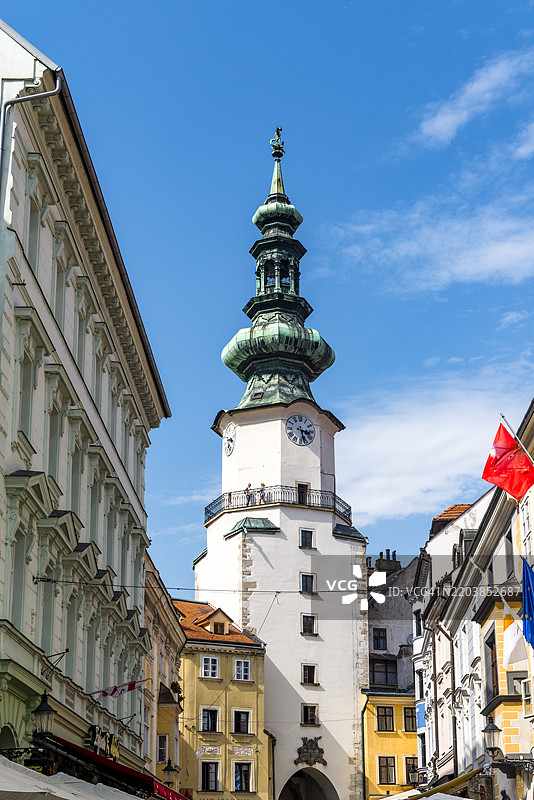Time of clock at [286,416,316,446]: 3:27
